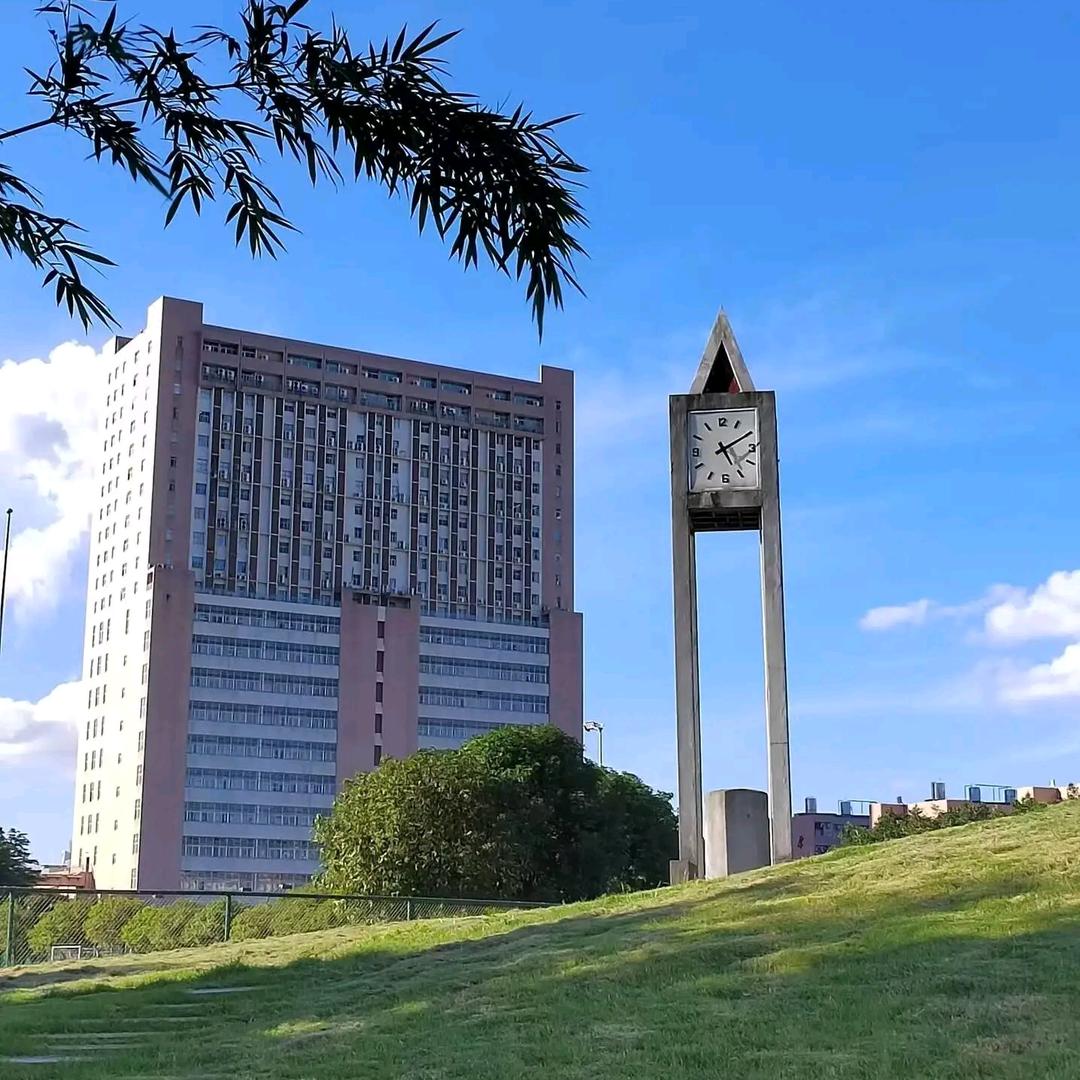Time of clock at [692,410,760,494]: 5:10
